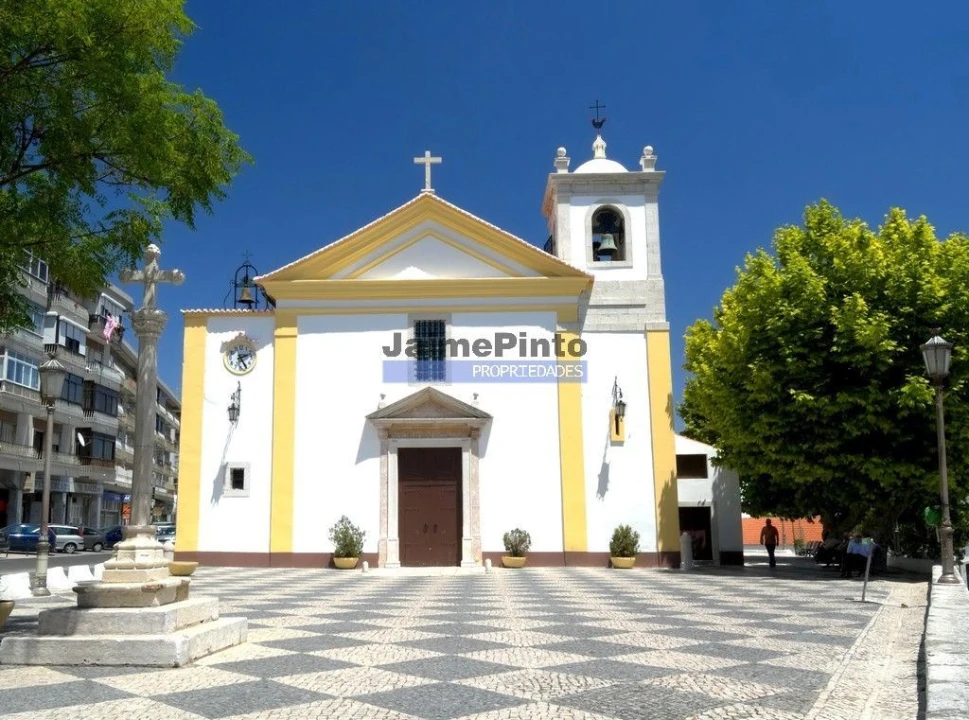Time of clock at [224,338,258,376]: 2:24
